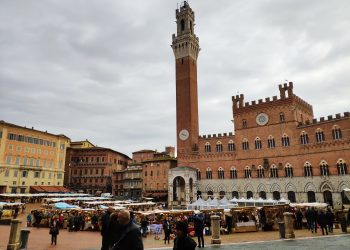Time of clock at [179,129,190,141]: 4:17
